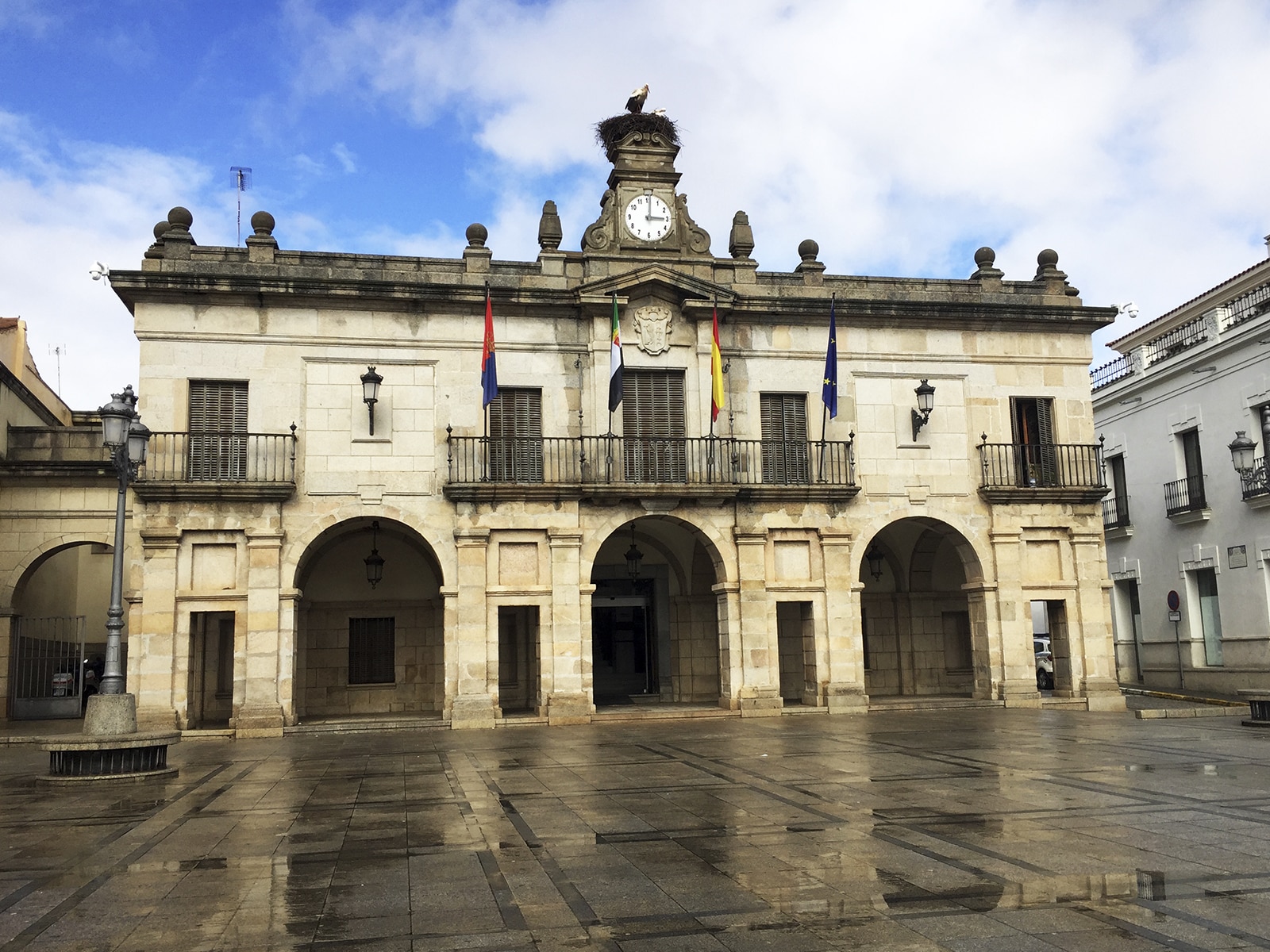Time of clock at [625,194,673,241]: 3:00
